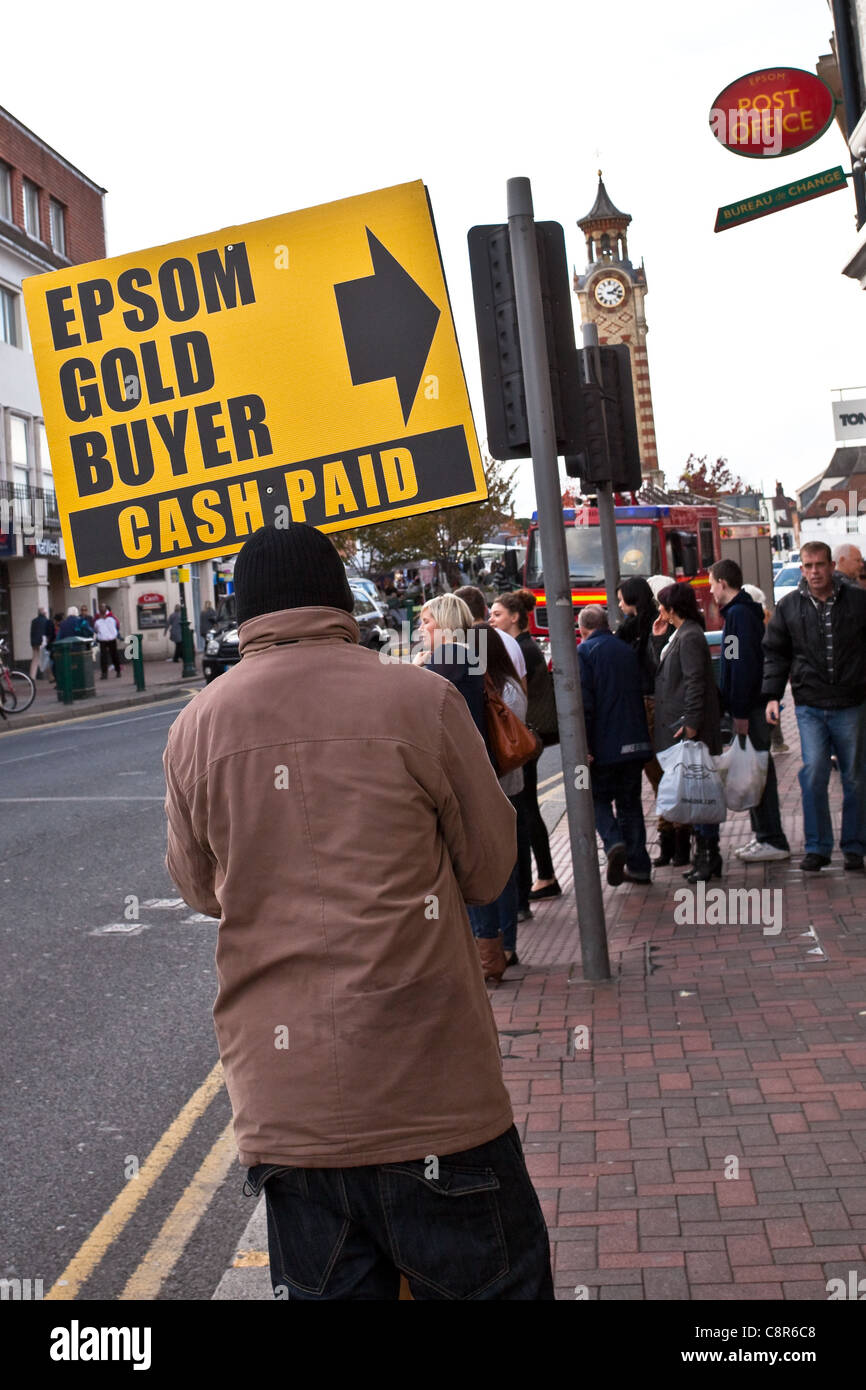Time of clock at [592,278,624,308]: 2:18
